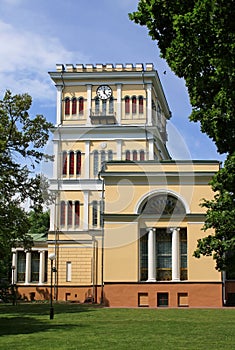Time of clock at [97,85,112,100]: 12:23
